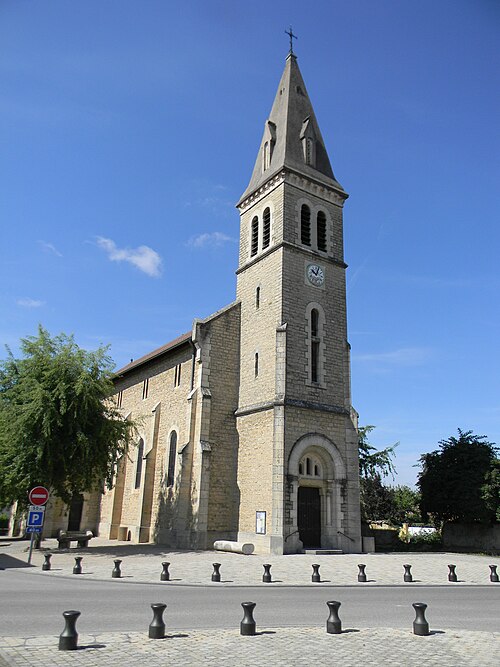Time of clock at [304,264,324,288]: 10:02
